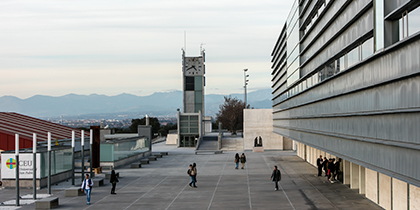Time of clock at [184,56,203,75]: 4:40
